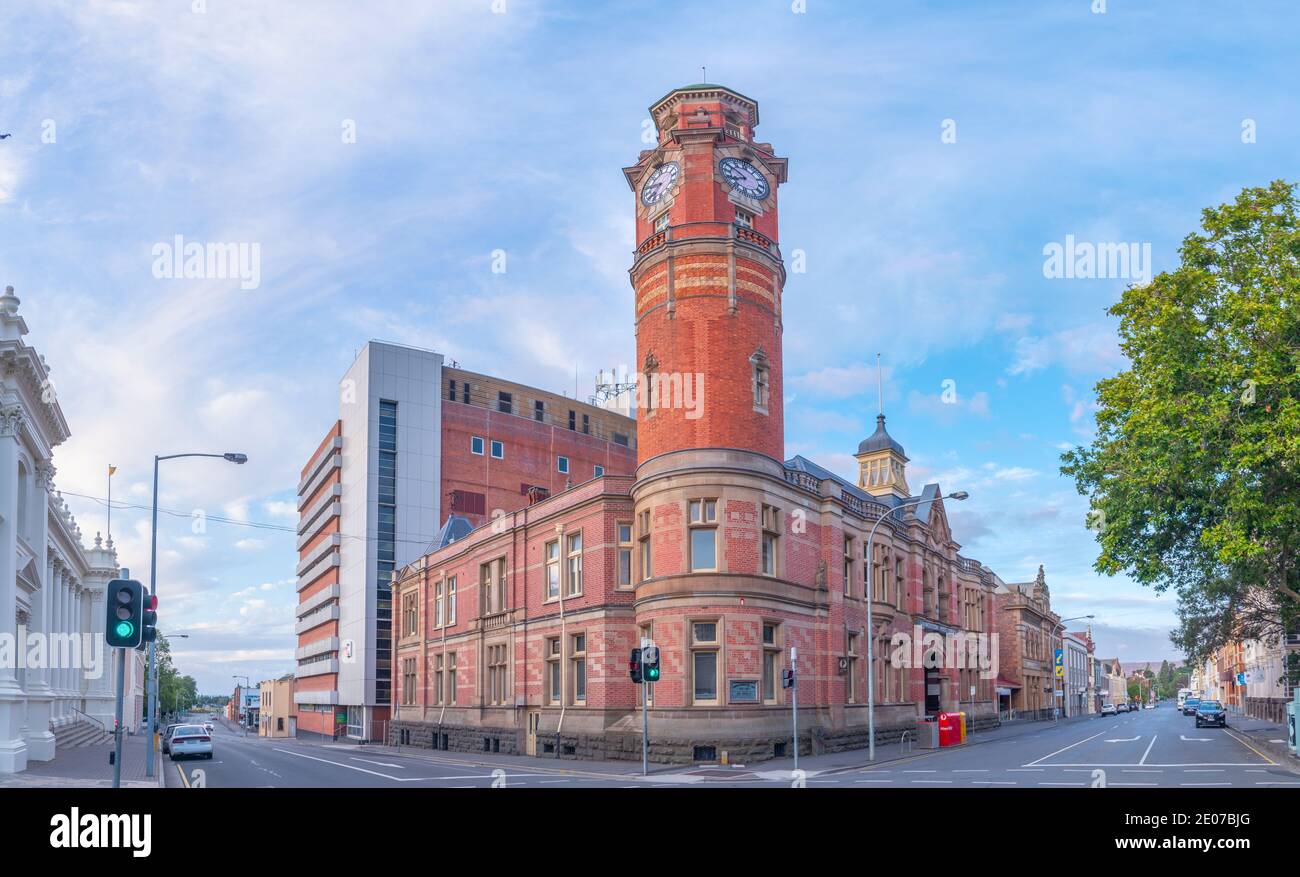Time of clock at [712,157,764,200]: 7:50
